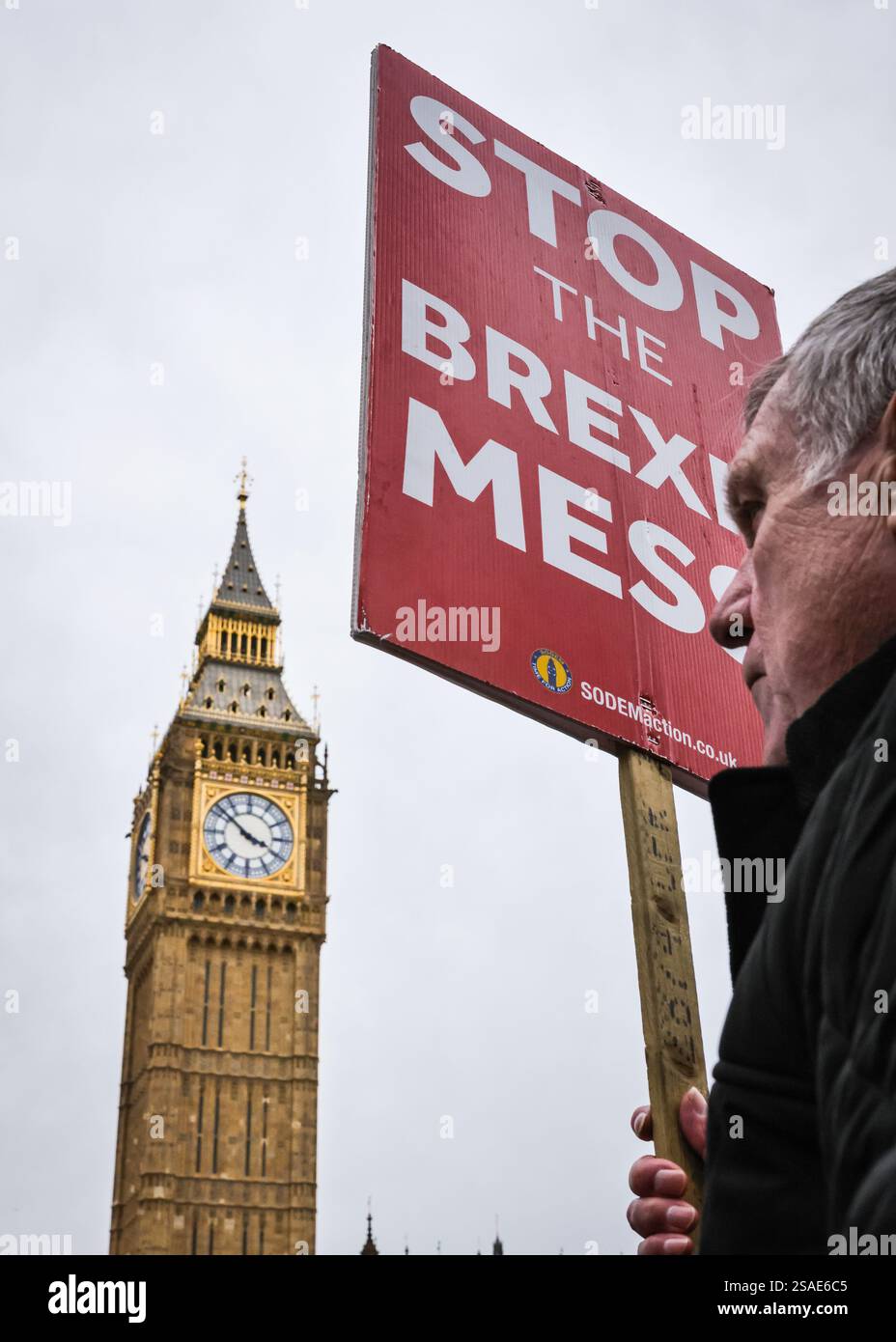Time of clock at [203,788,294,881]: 3:51
